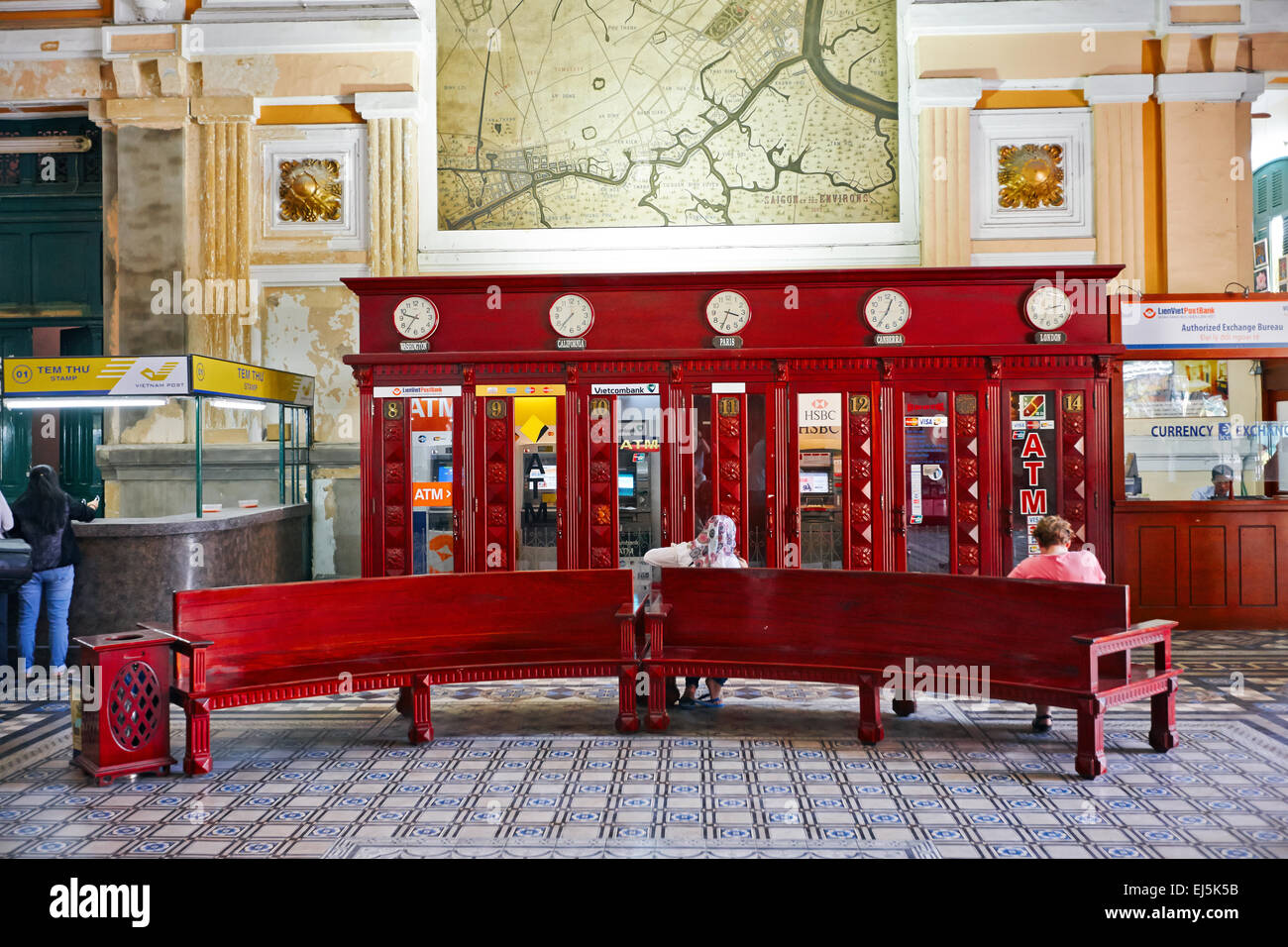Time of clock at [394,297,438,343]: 9:36
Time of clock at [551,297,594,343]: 7:37
